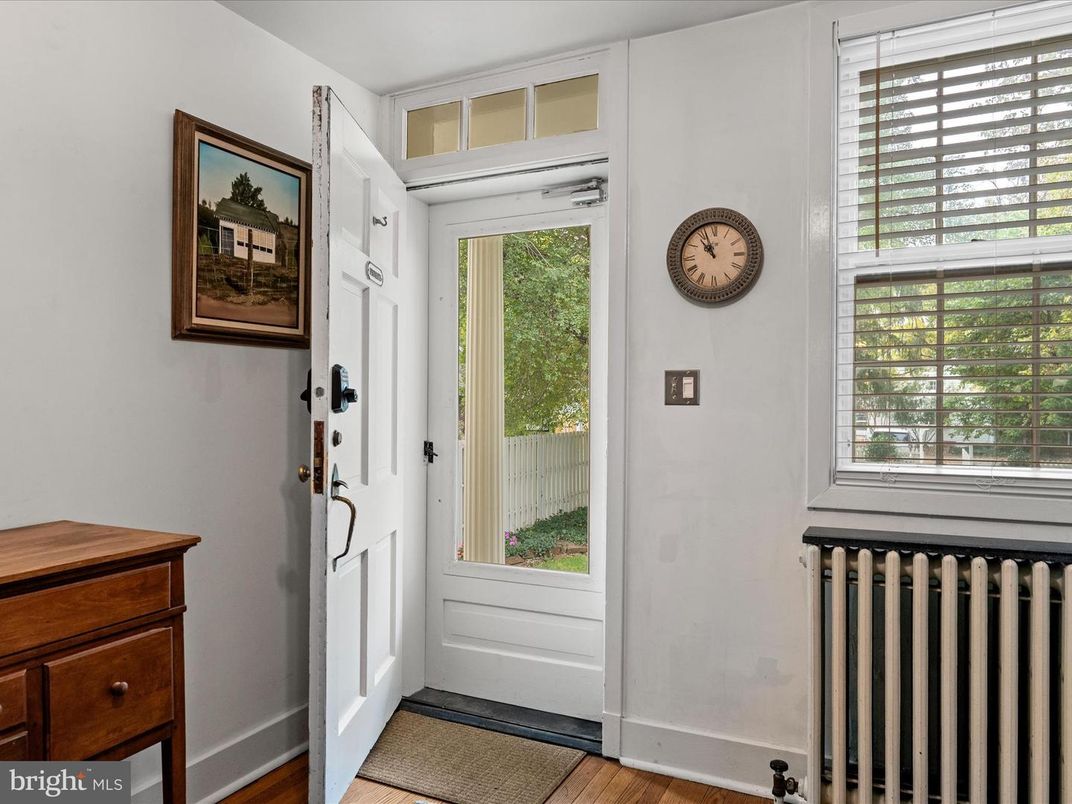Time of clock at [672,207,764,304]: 10:56
